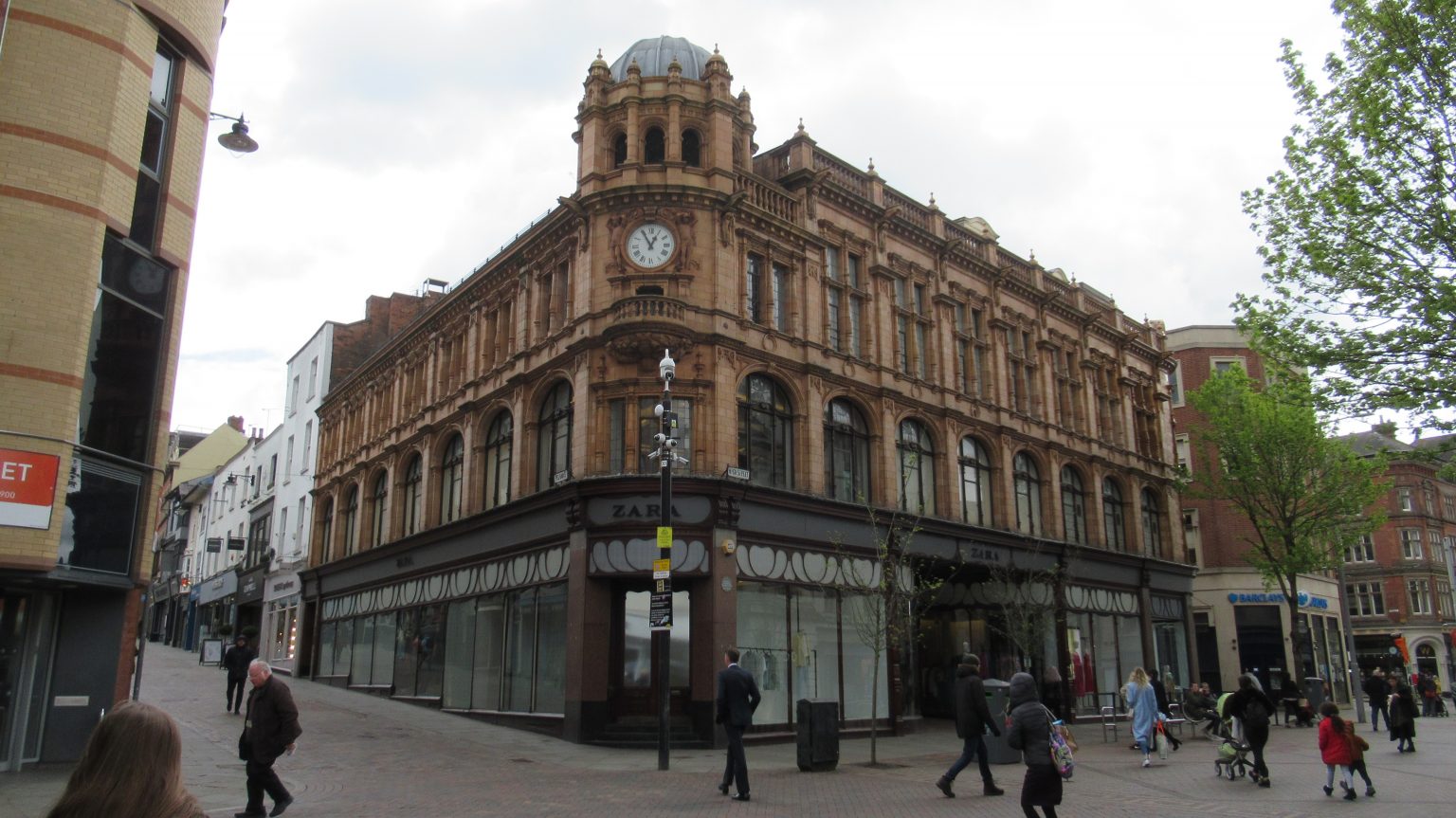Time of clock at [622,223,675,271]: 12:55
